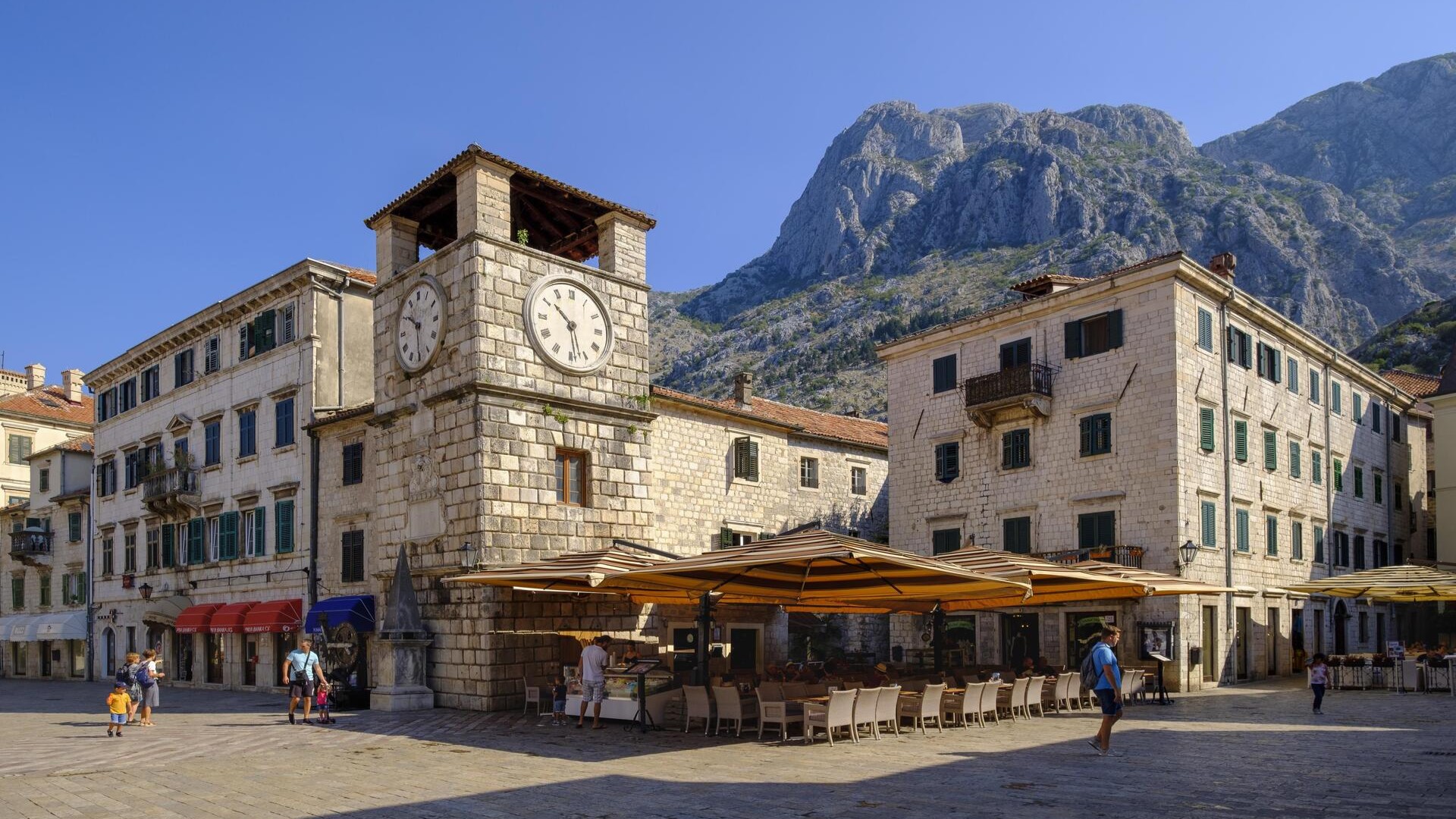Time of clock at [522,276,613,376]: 10:28
